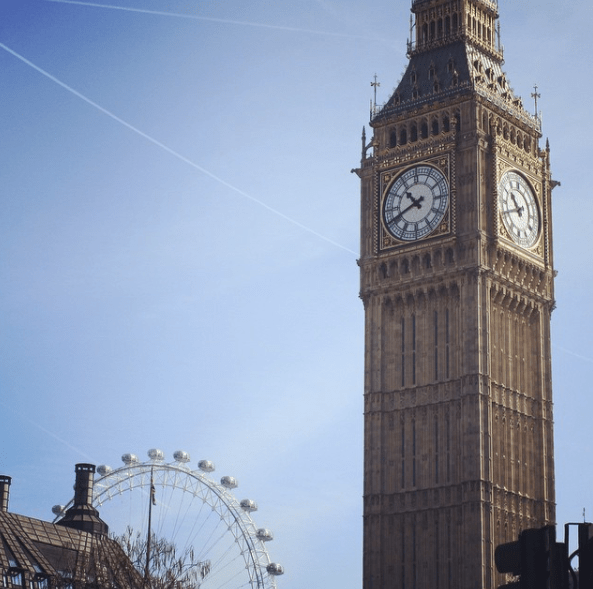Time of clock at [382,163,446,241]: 10:41
